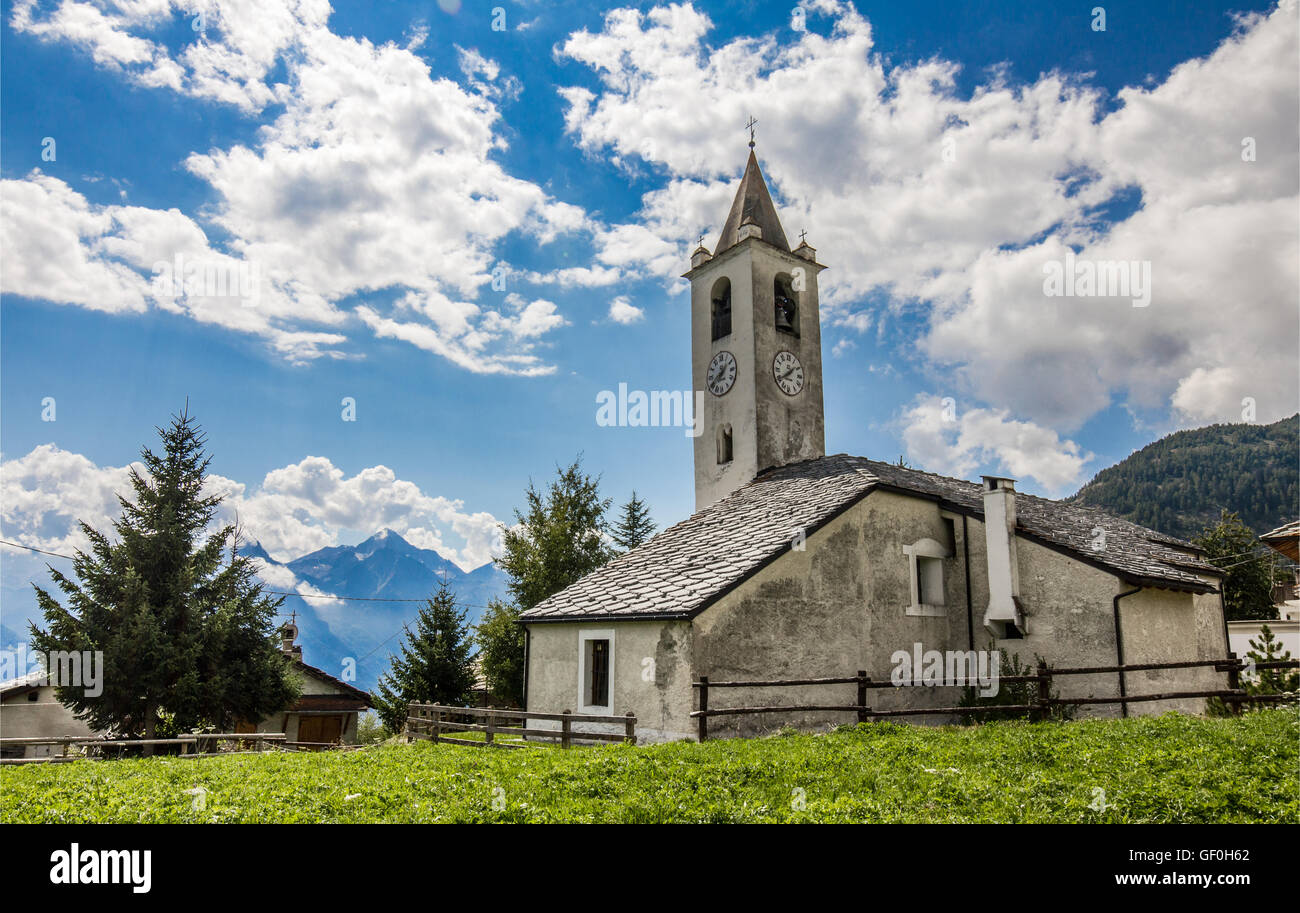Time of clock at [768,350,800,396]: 1:39
